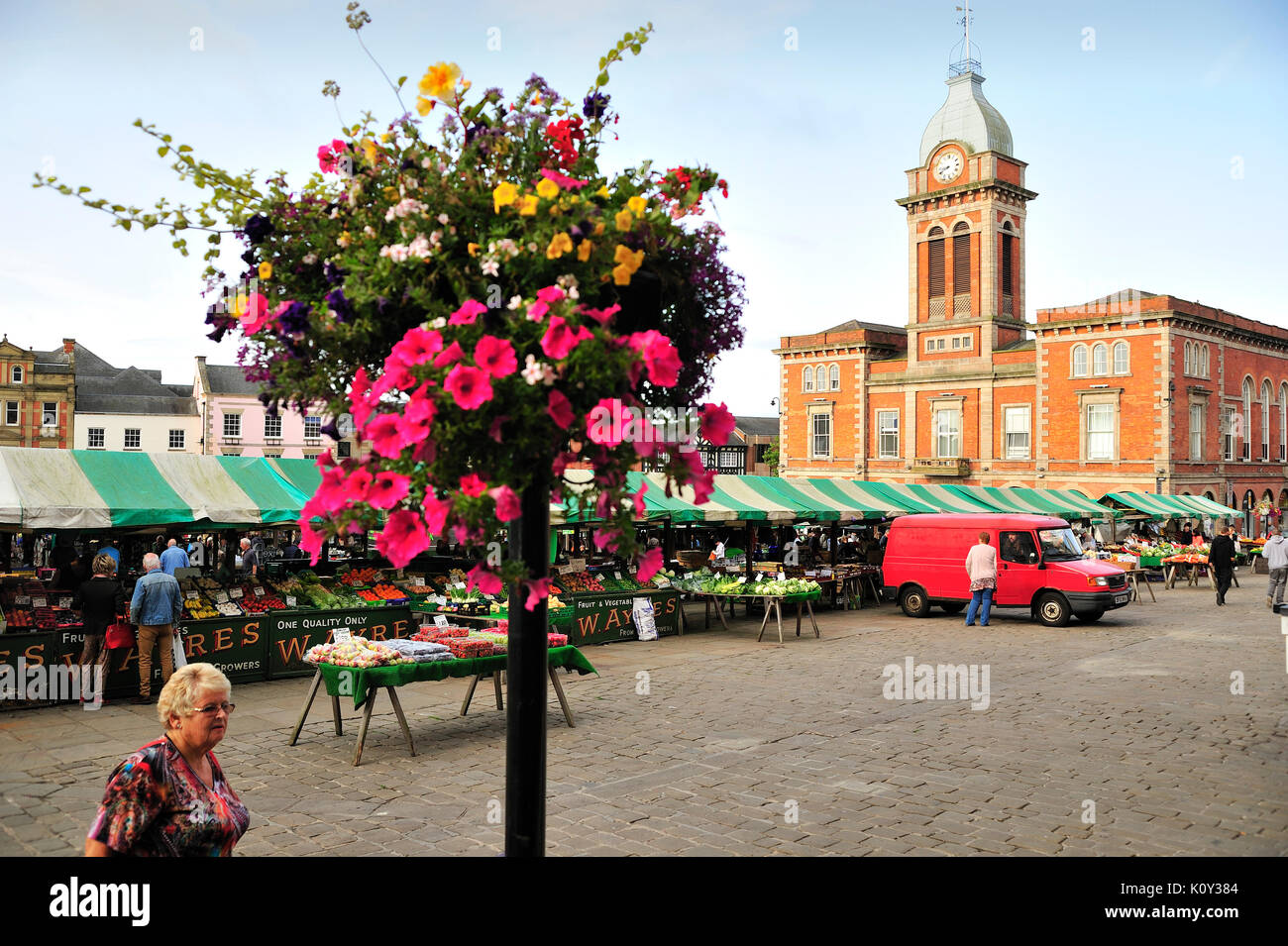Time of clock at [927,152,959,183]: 8:40
